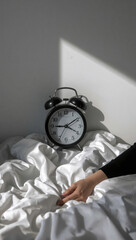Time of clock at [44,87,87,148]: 9:09
